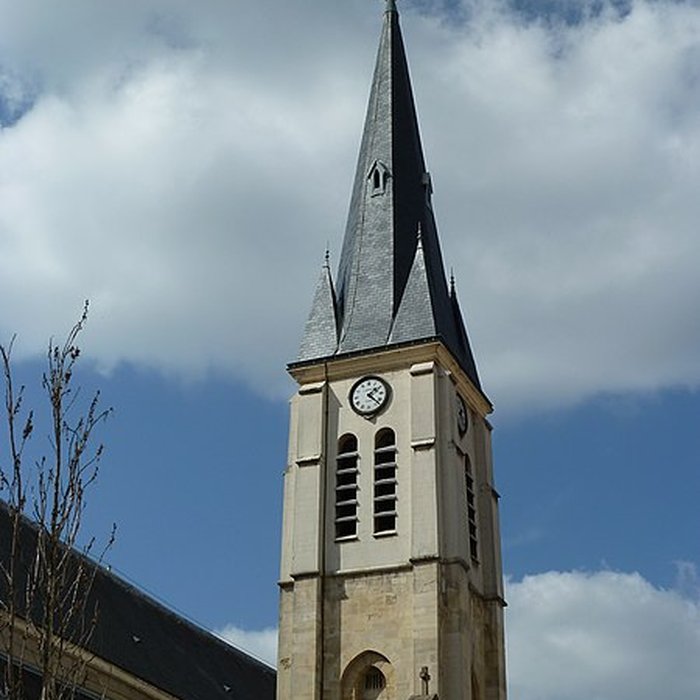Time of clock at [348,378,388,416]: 1:22
